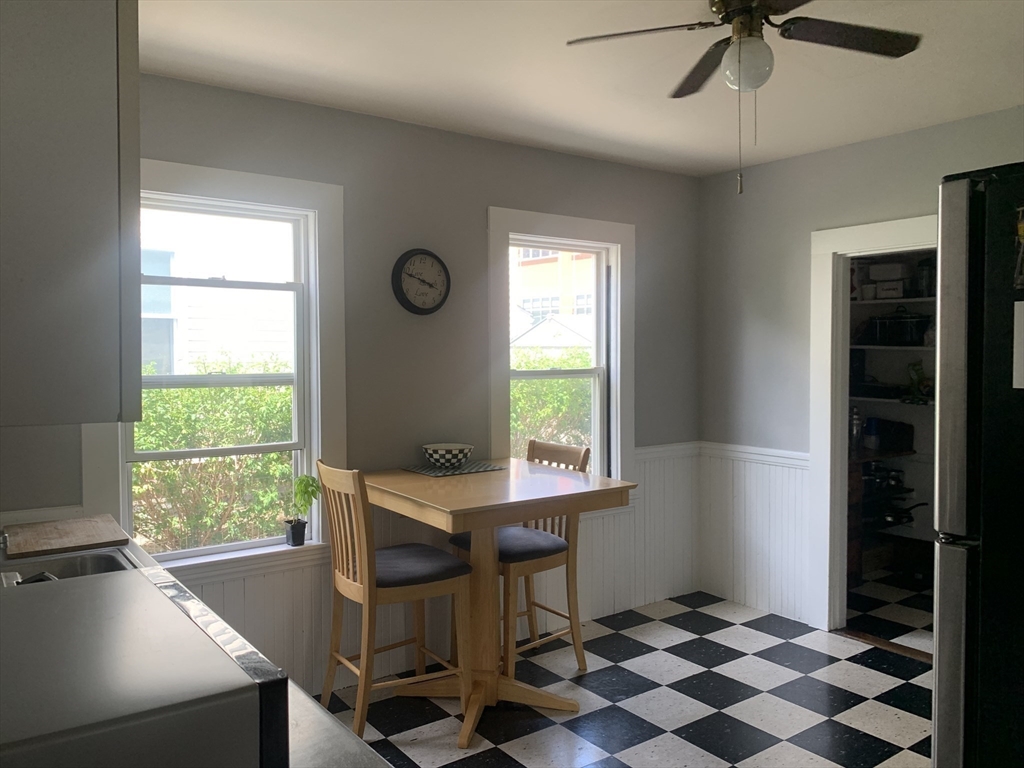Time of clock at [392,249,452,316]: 3:48
